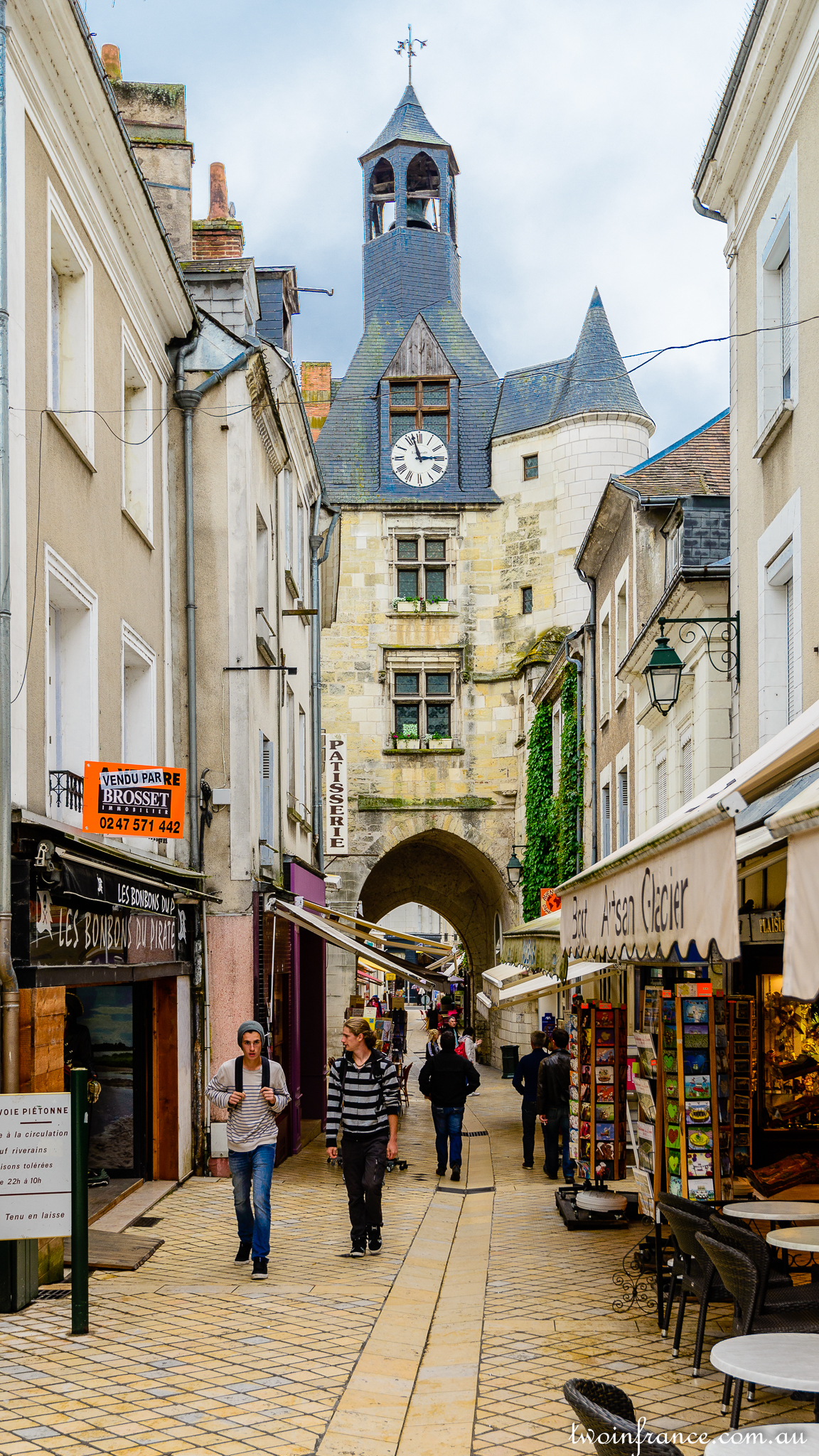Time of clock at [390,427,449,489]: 2:57
